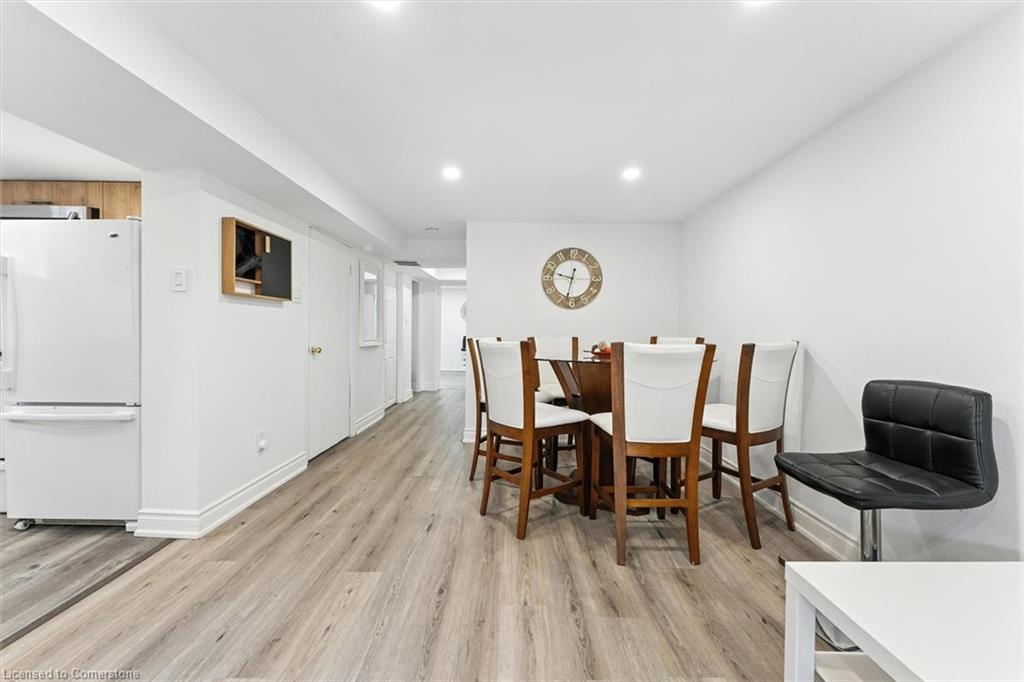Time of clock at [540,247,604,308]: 9:32
